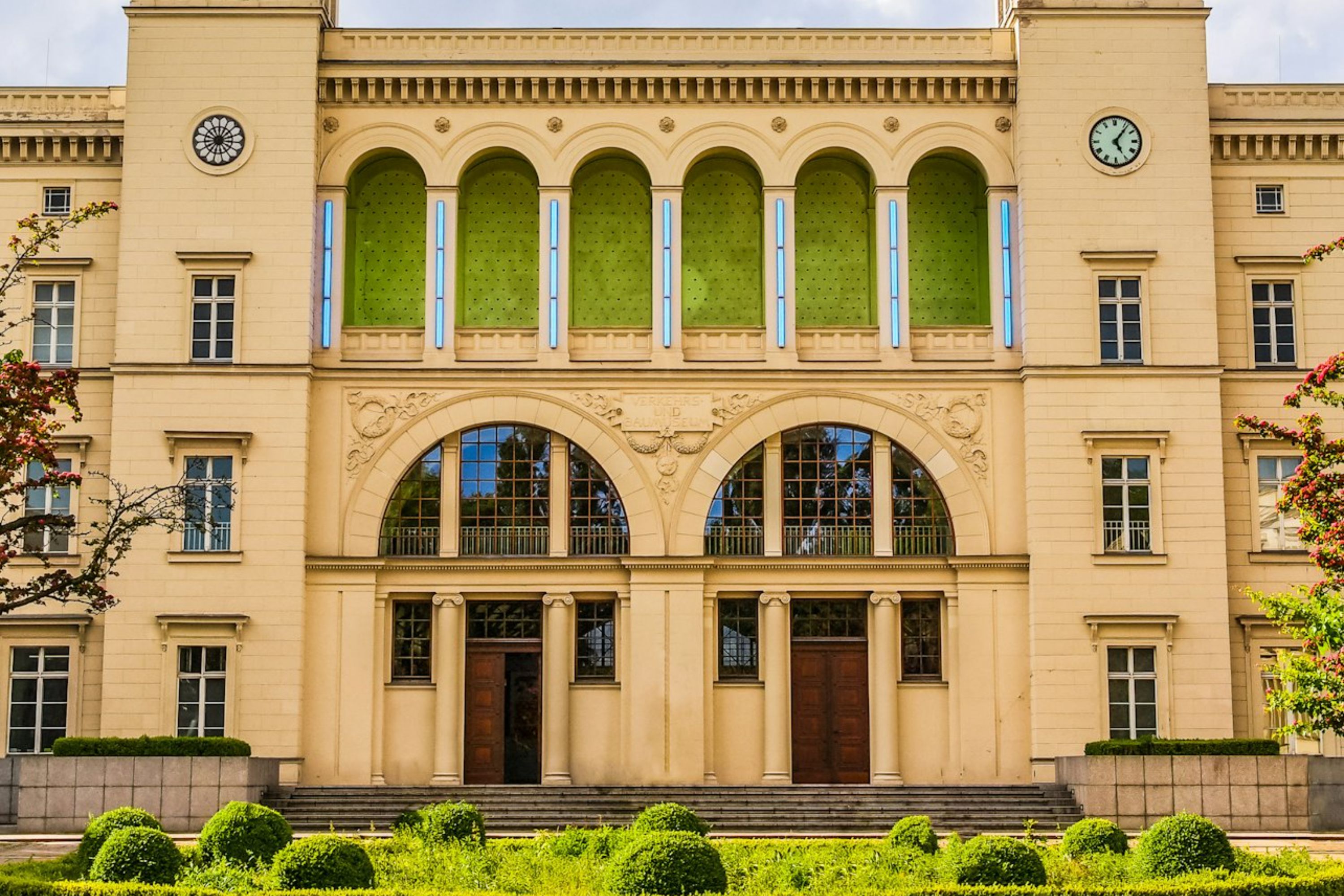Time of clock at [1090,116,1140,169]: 5:06
